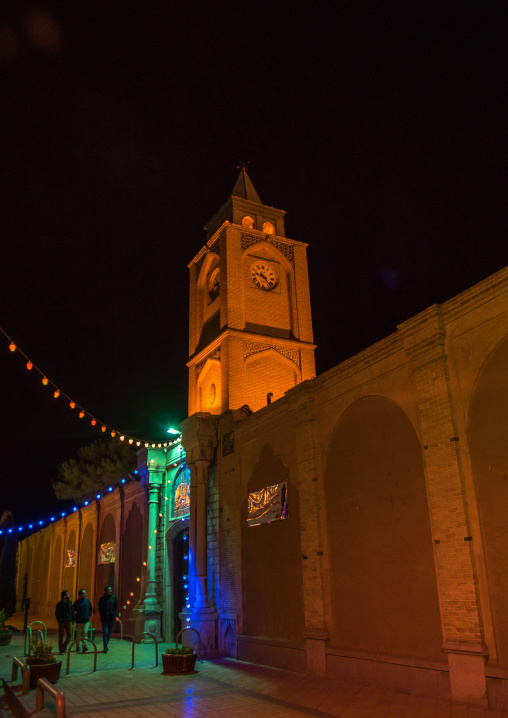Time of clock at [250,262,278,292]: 9:23
